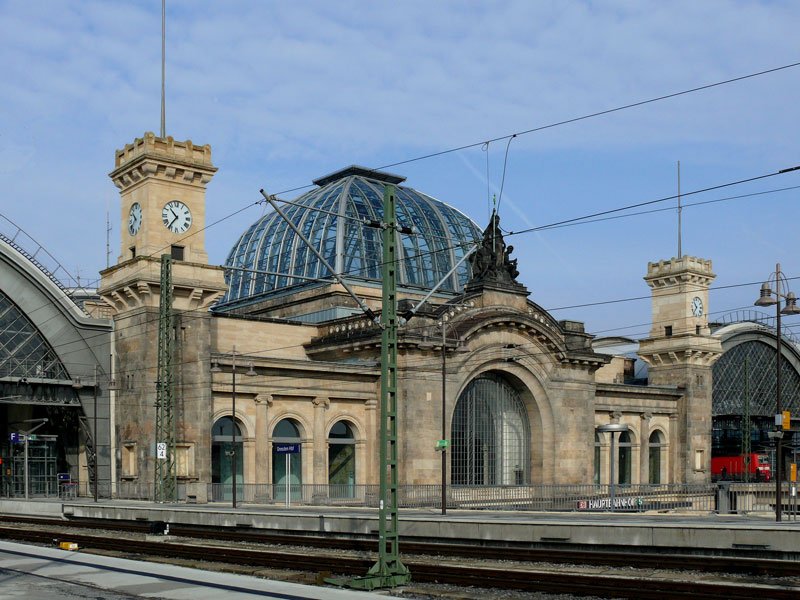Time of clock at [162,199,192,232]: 10:36
